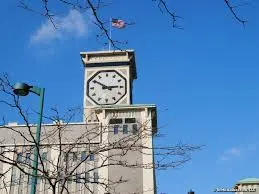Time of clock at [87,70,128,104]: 2:50
